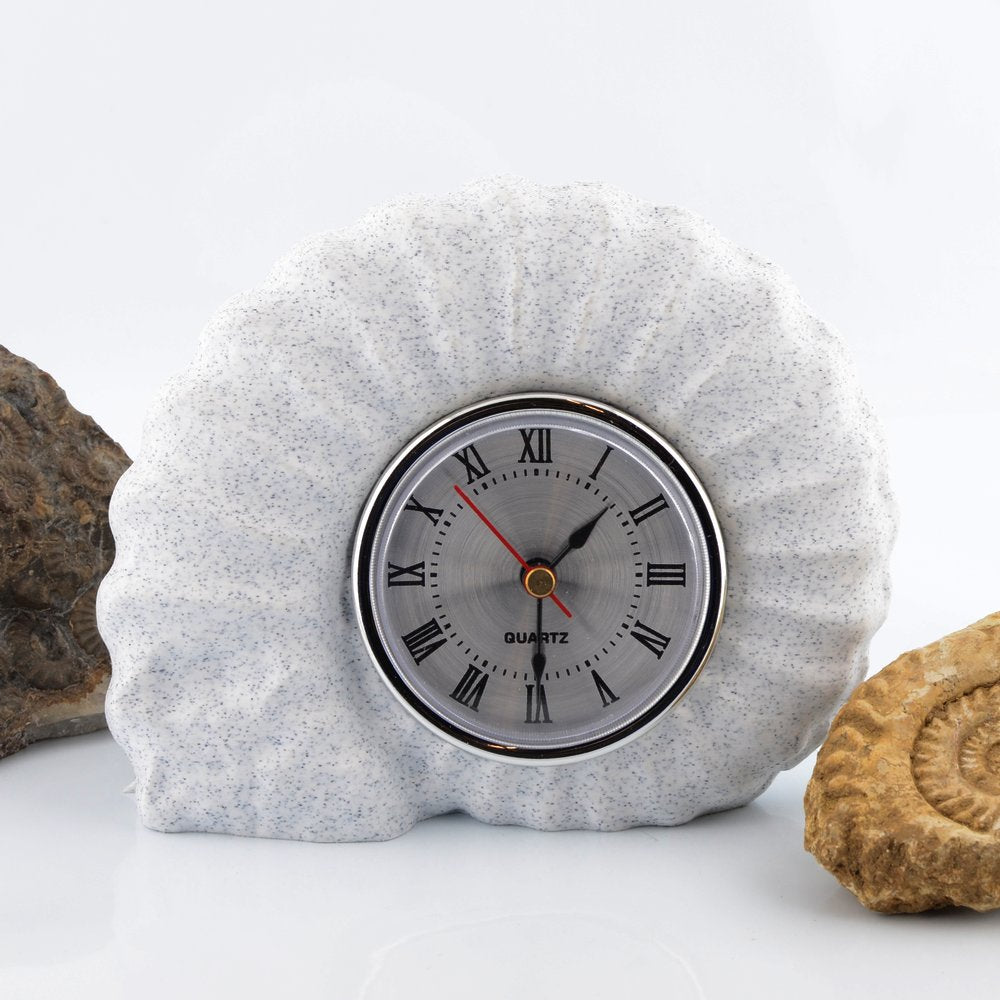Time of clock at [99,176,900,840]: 1:30
